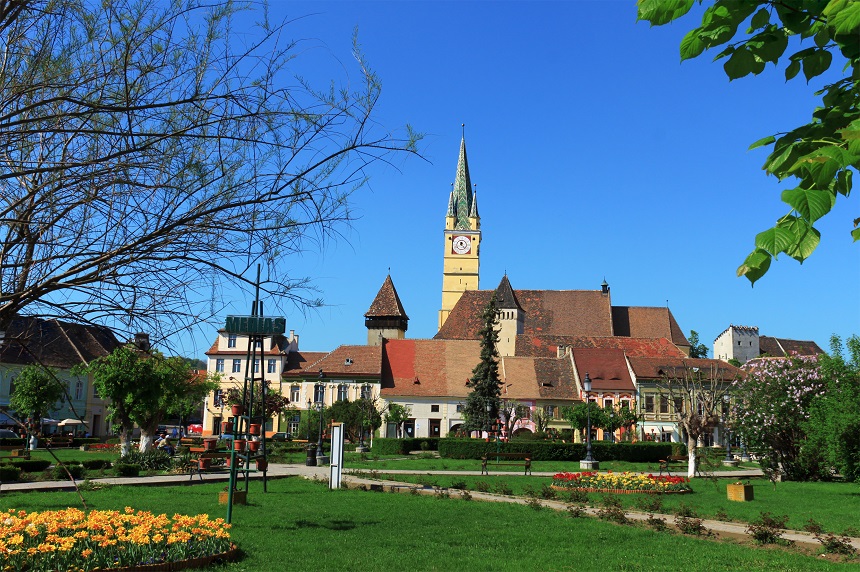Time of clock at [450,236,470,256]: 6:23
